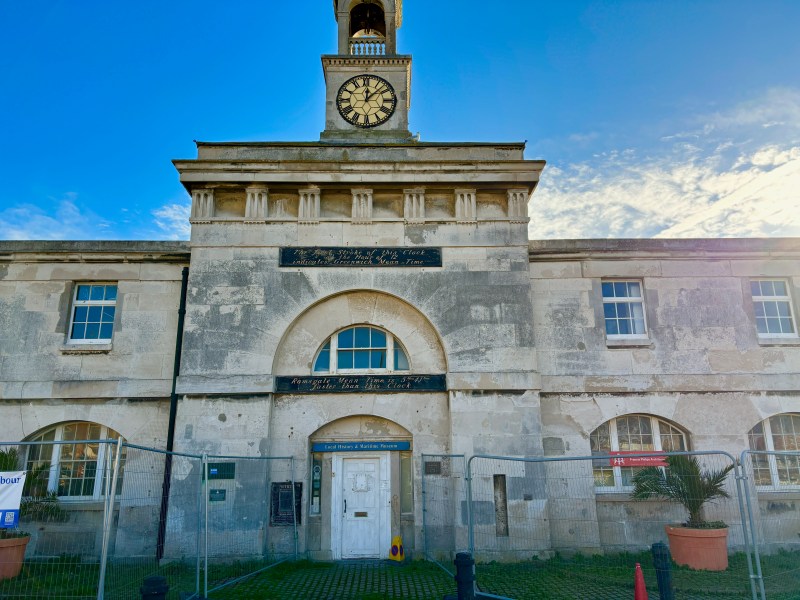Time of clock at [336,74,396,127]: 12:07
